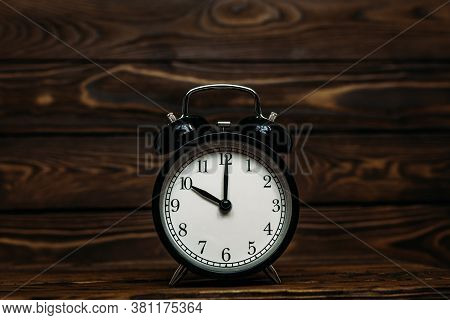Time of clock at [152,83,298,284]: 10:00
